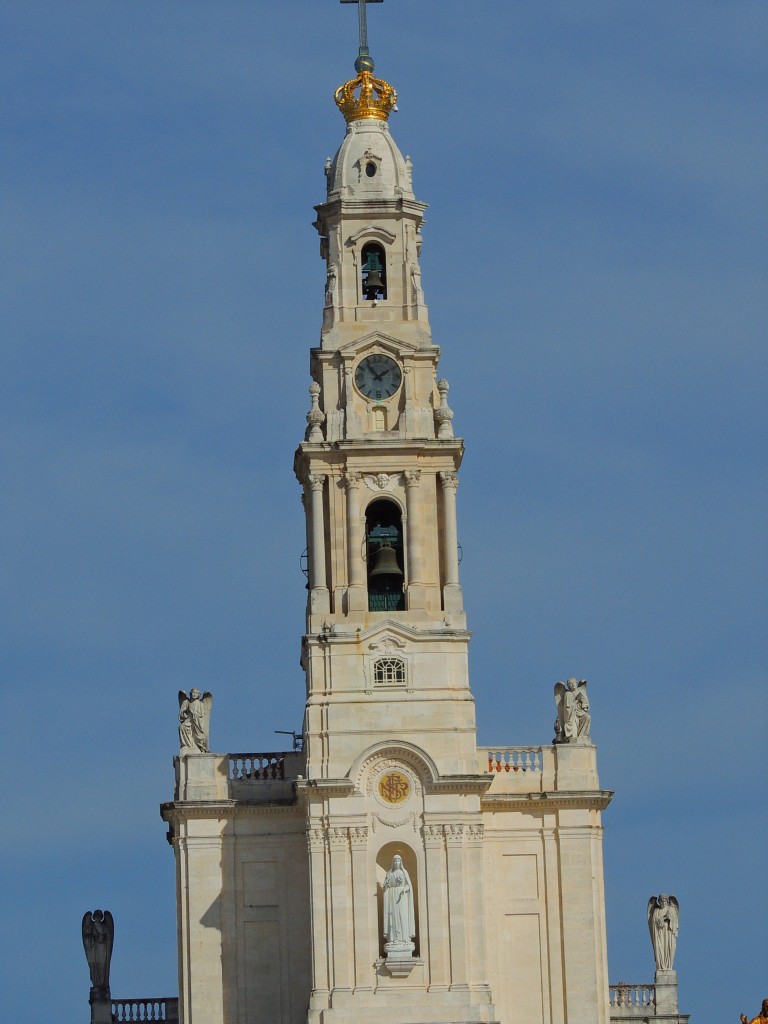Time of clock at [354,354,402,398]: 1:53
